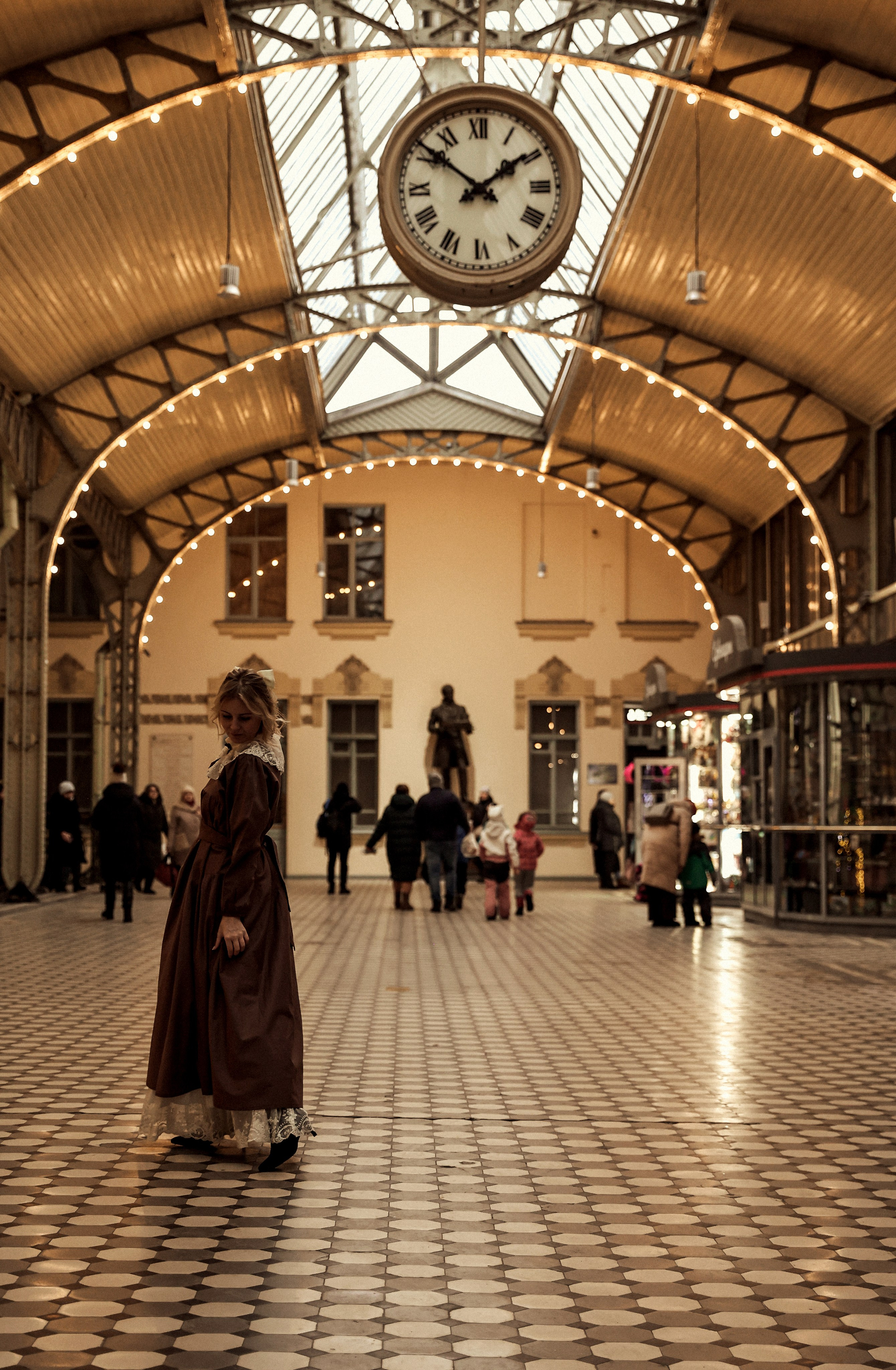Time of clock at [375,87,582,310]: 1:51
